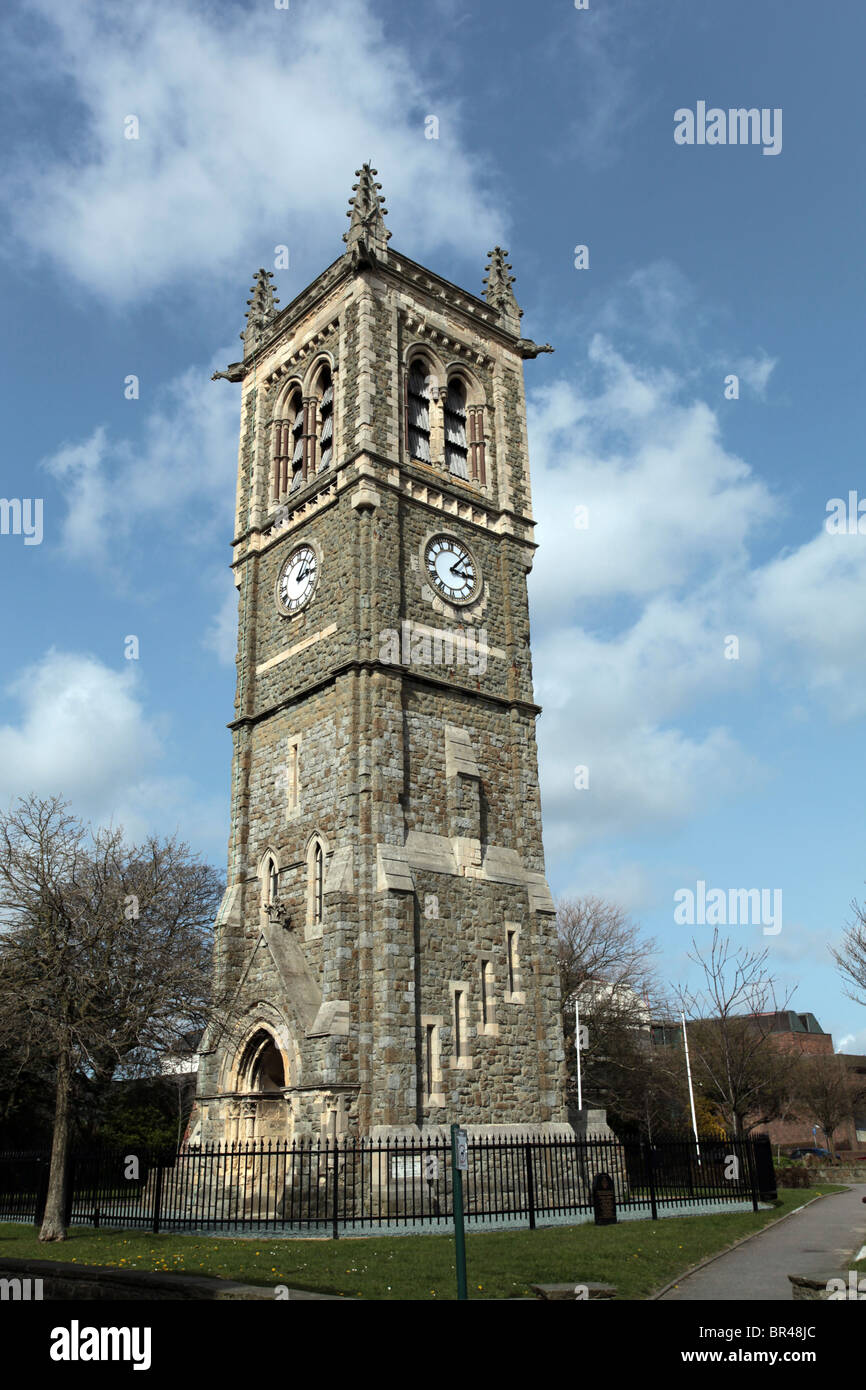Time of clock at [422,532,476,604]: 3:06
